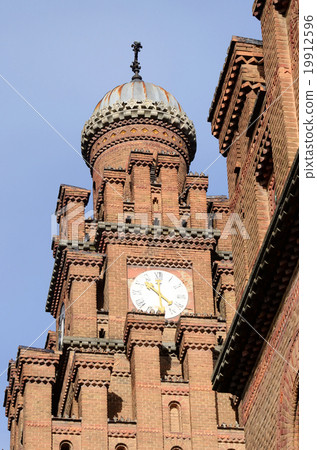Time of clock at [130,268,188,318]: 10:22
